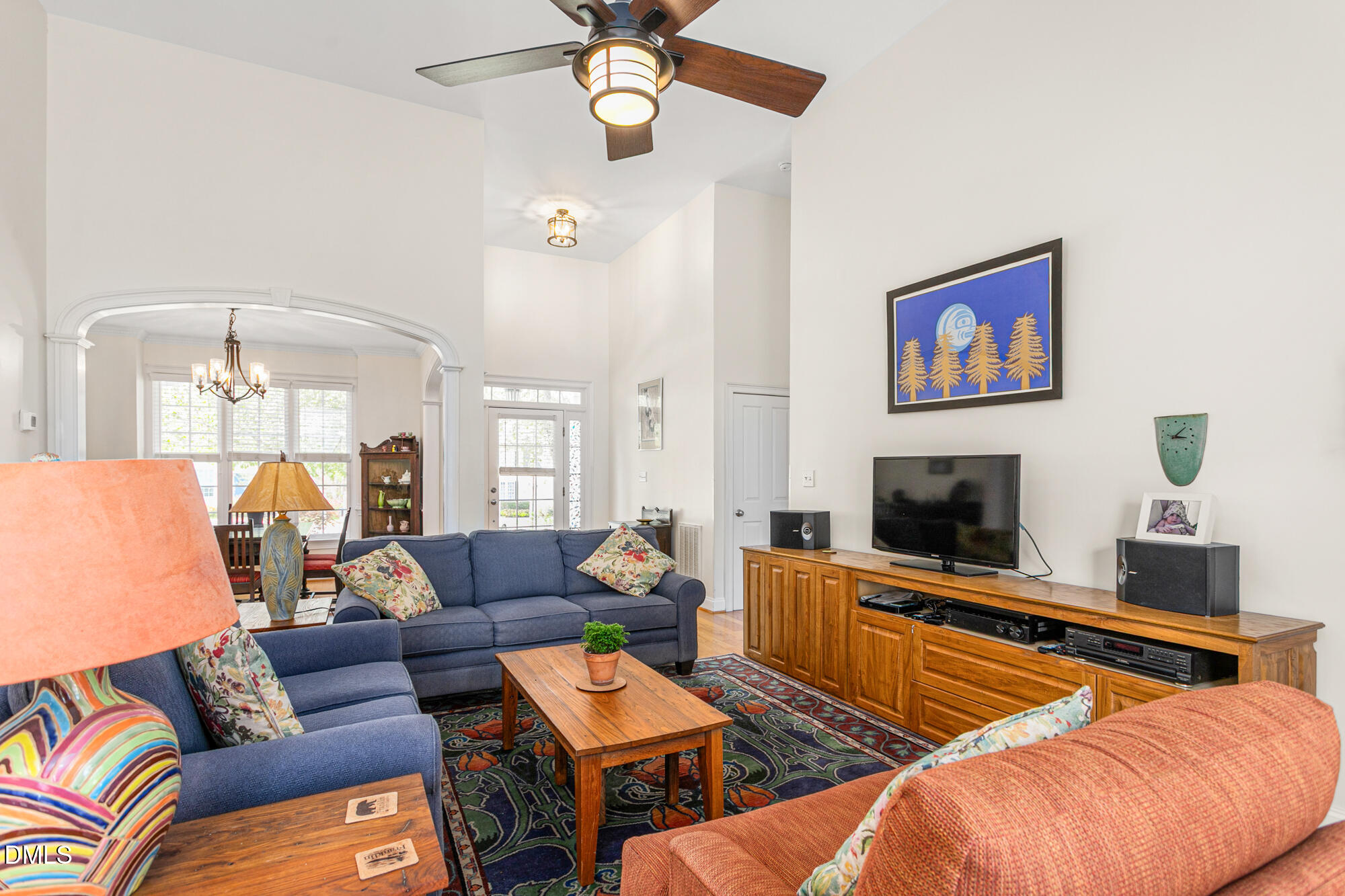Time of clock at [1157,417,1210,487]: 3:07
